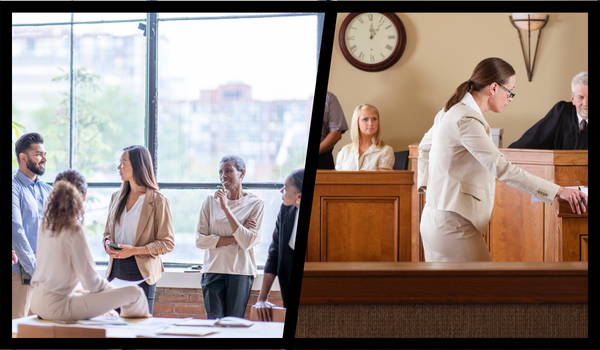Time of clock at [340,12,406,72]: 12:06
